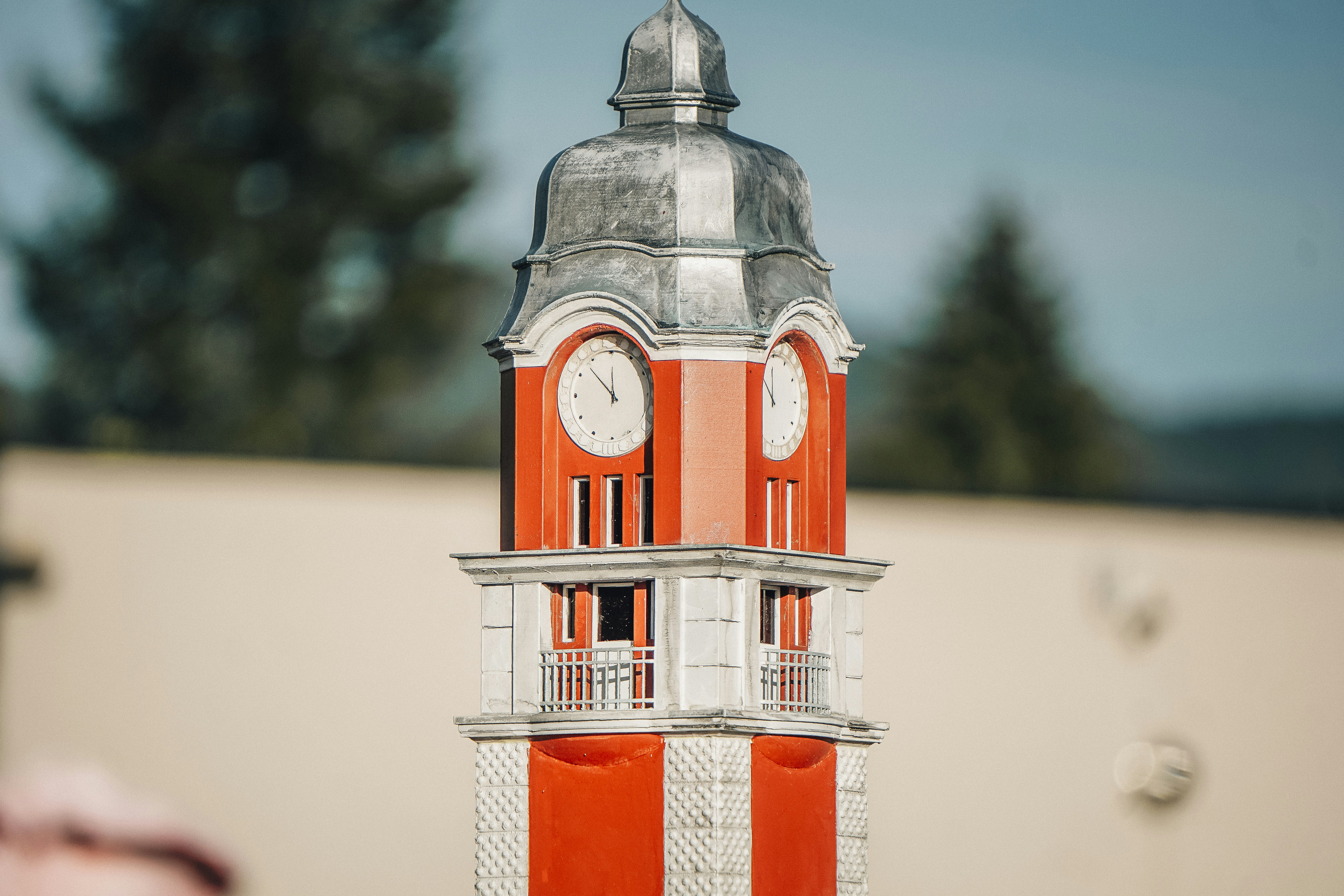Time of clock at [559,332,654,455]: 11:52
